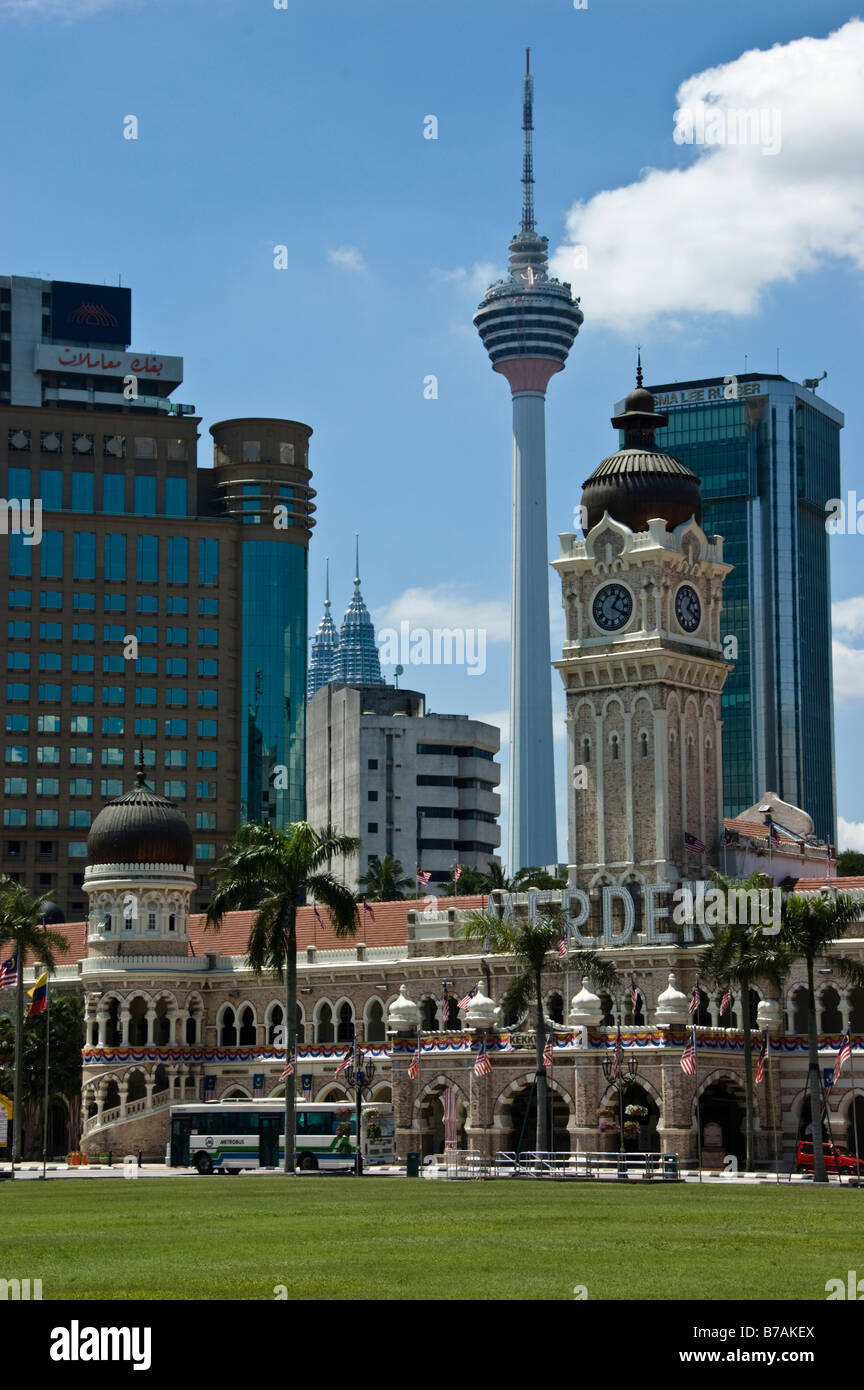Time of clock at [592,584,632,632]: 1:19
